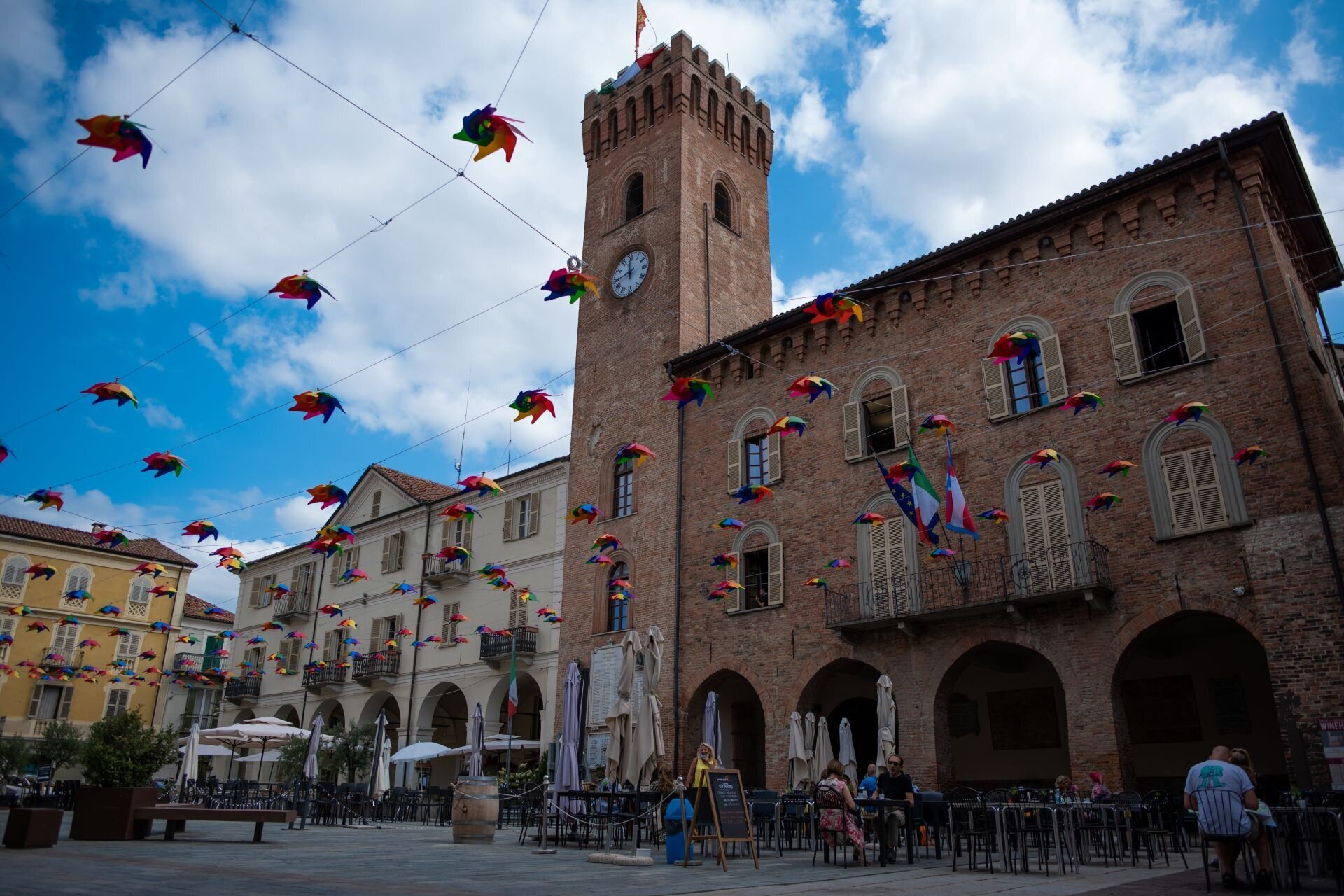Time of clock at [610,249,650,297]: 11:43
